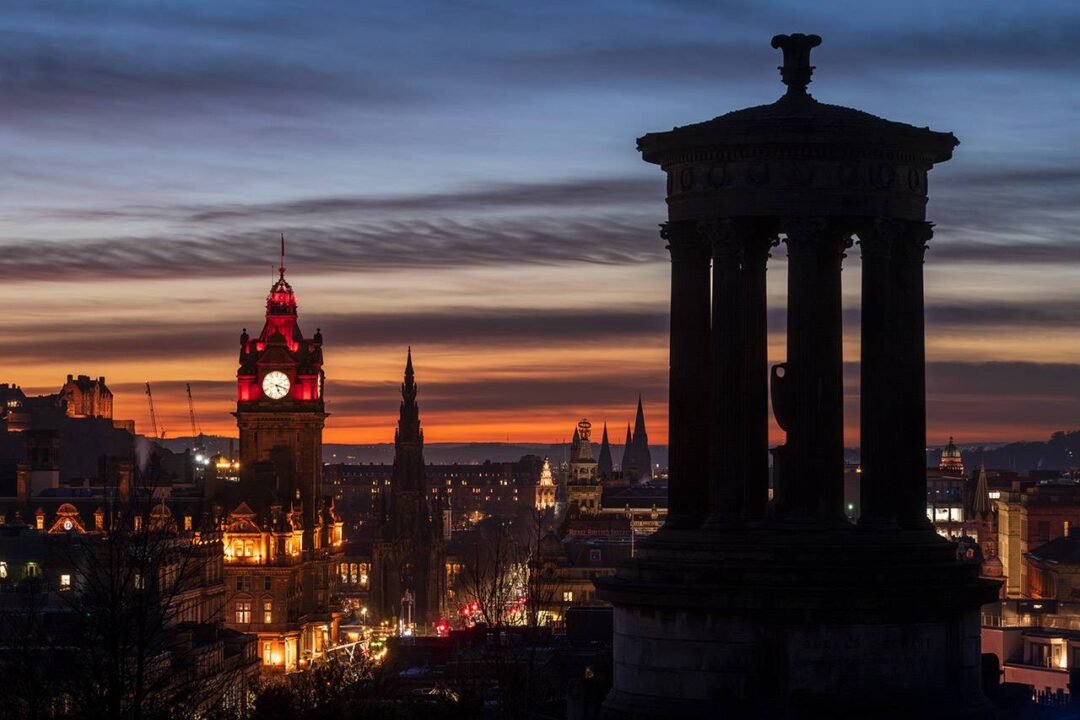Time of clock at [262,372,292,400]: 5:18
